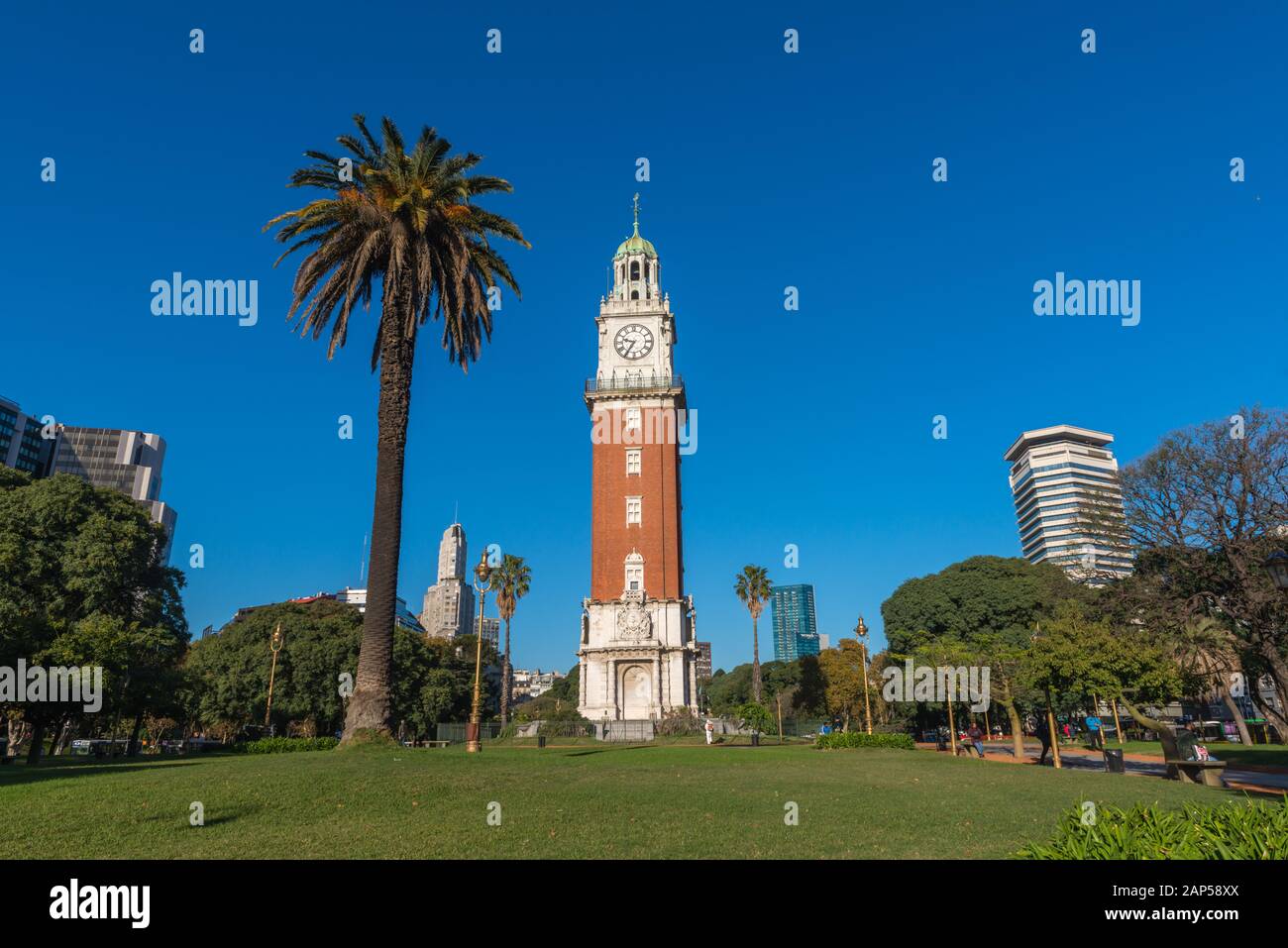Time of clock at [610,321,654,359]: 9:35
